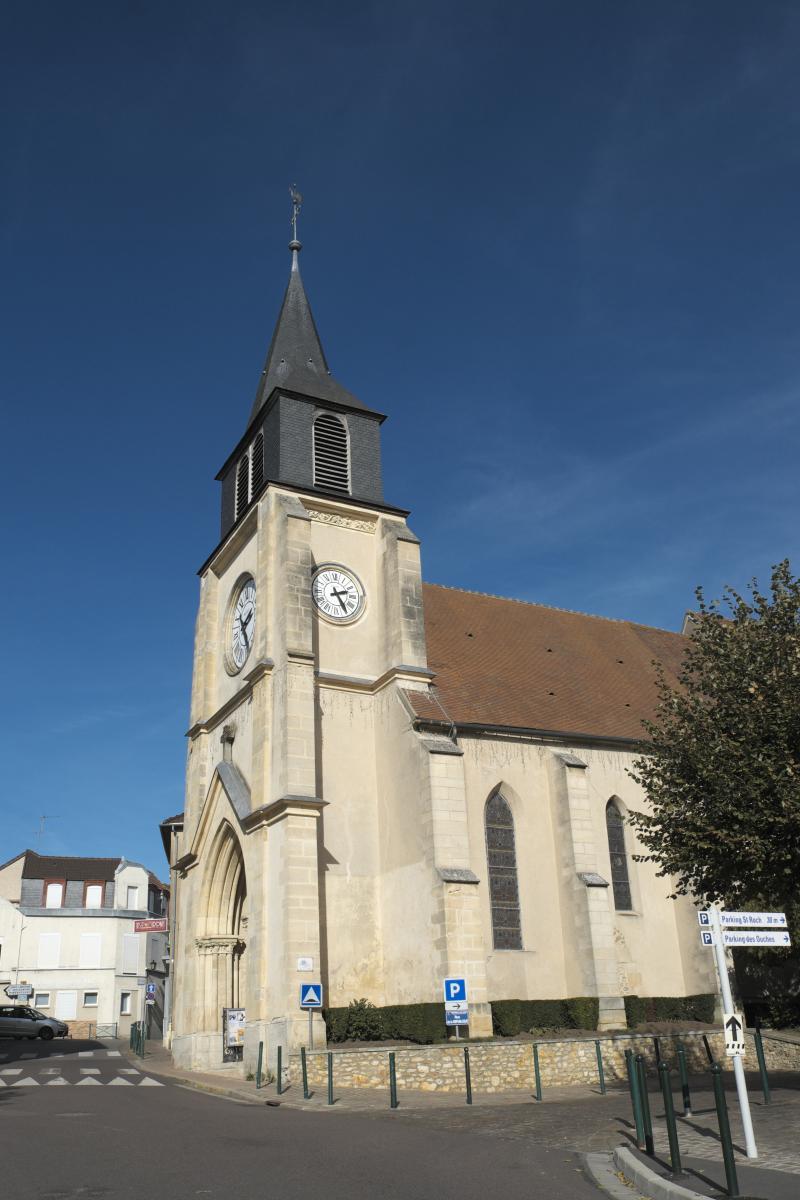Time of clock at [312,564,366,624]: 2:25
